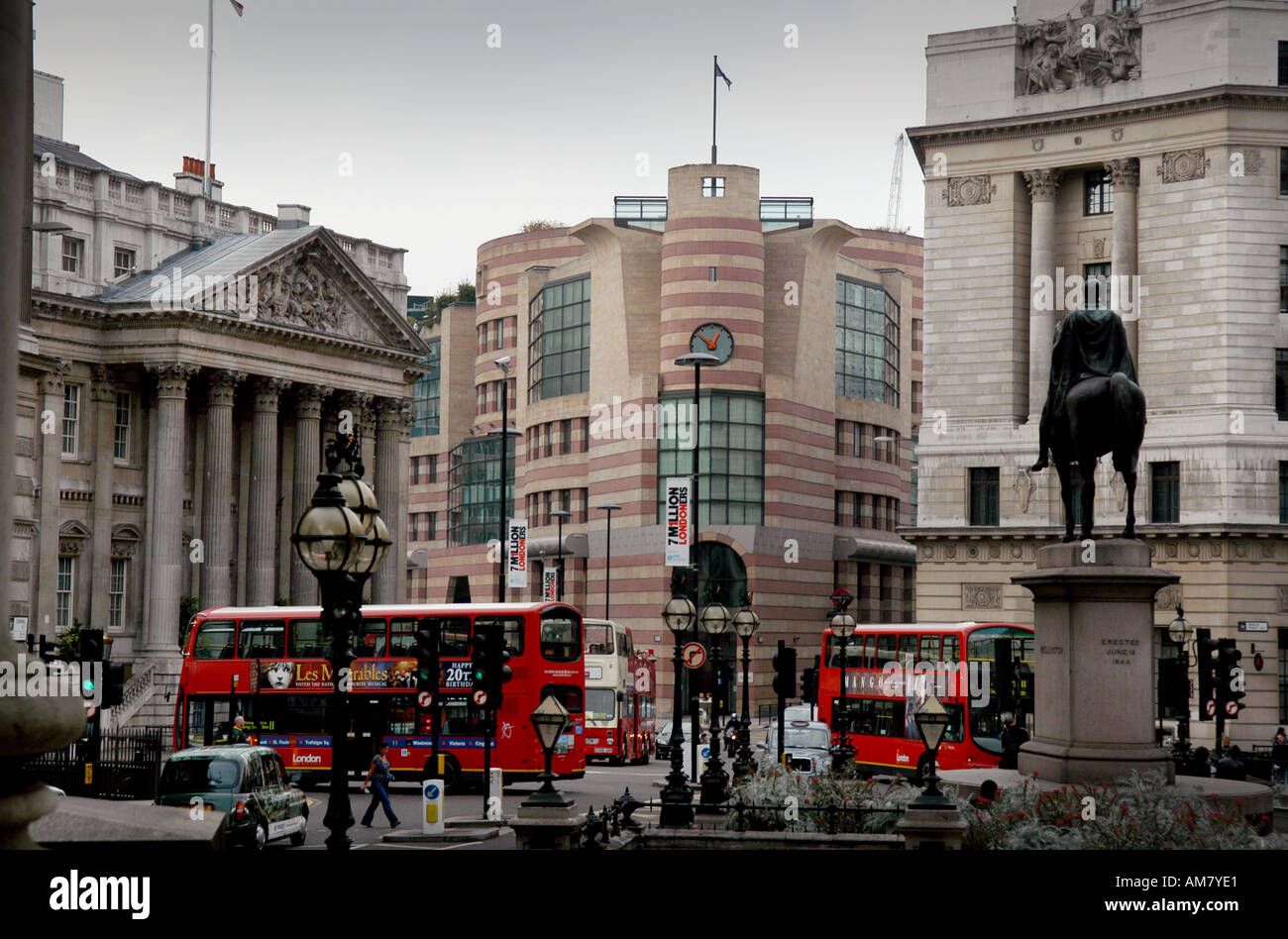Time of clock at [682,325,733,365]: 12:51
